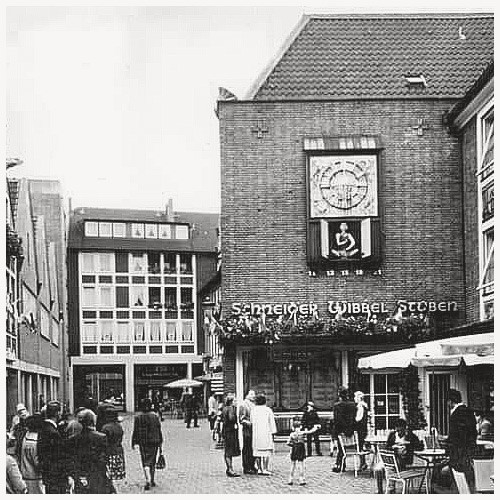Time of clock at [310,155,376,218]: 6:15
